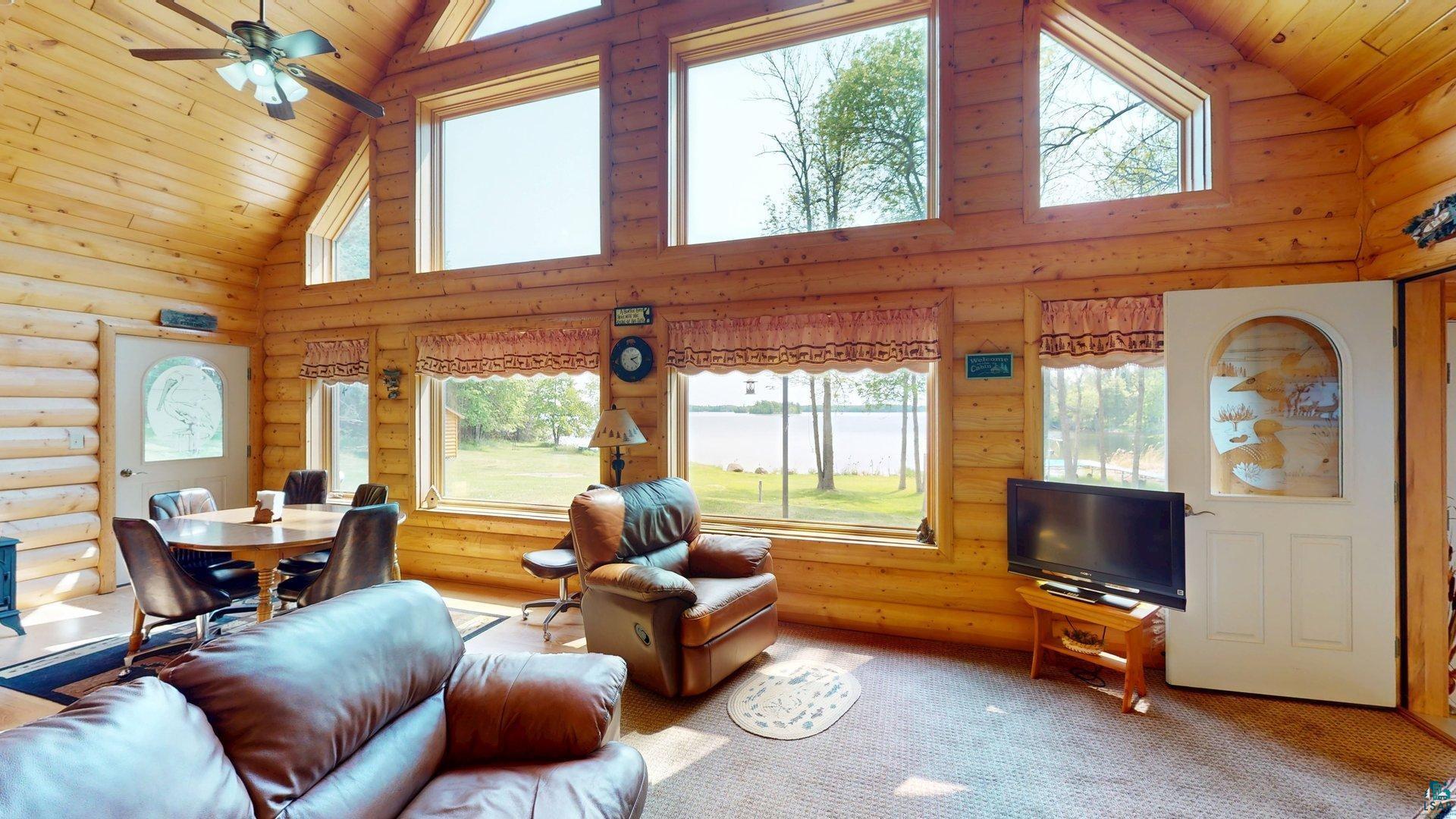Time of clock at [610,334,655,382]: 2:21
